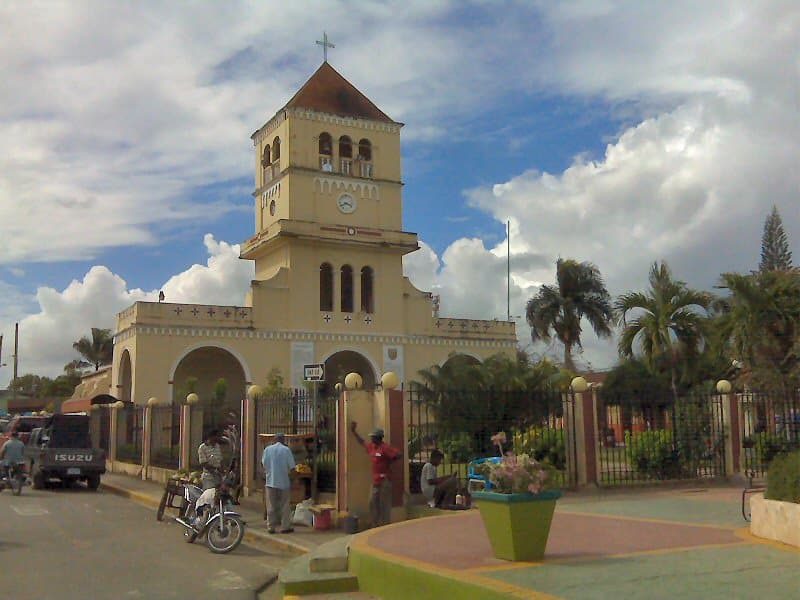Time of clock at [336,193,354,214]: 3:40
